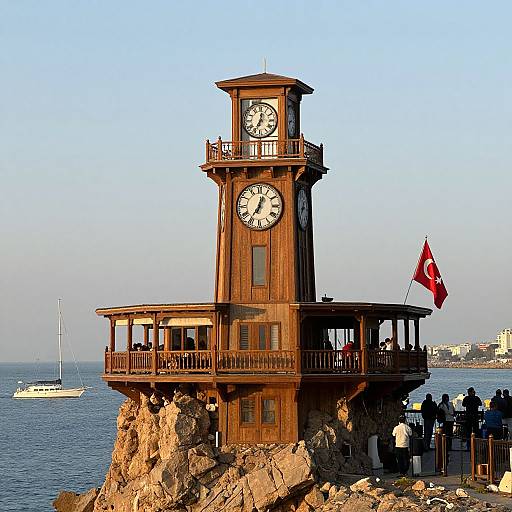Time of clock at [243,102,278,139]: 7:01
